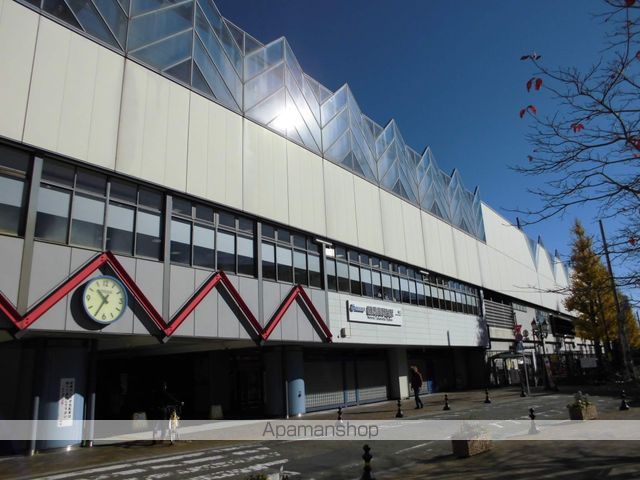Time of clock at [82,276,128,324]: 10:34
